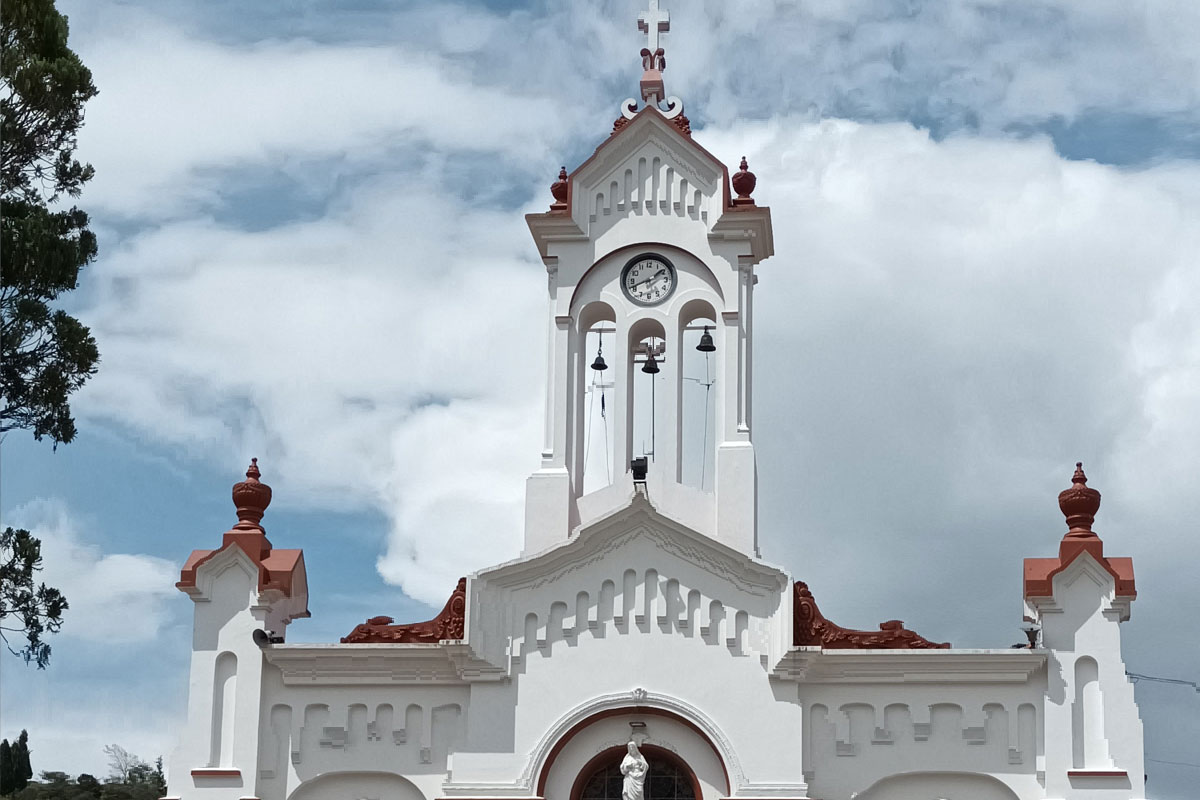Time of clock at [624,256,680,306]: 1:41
